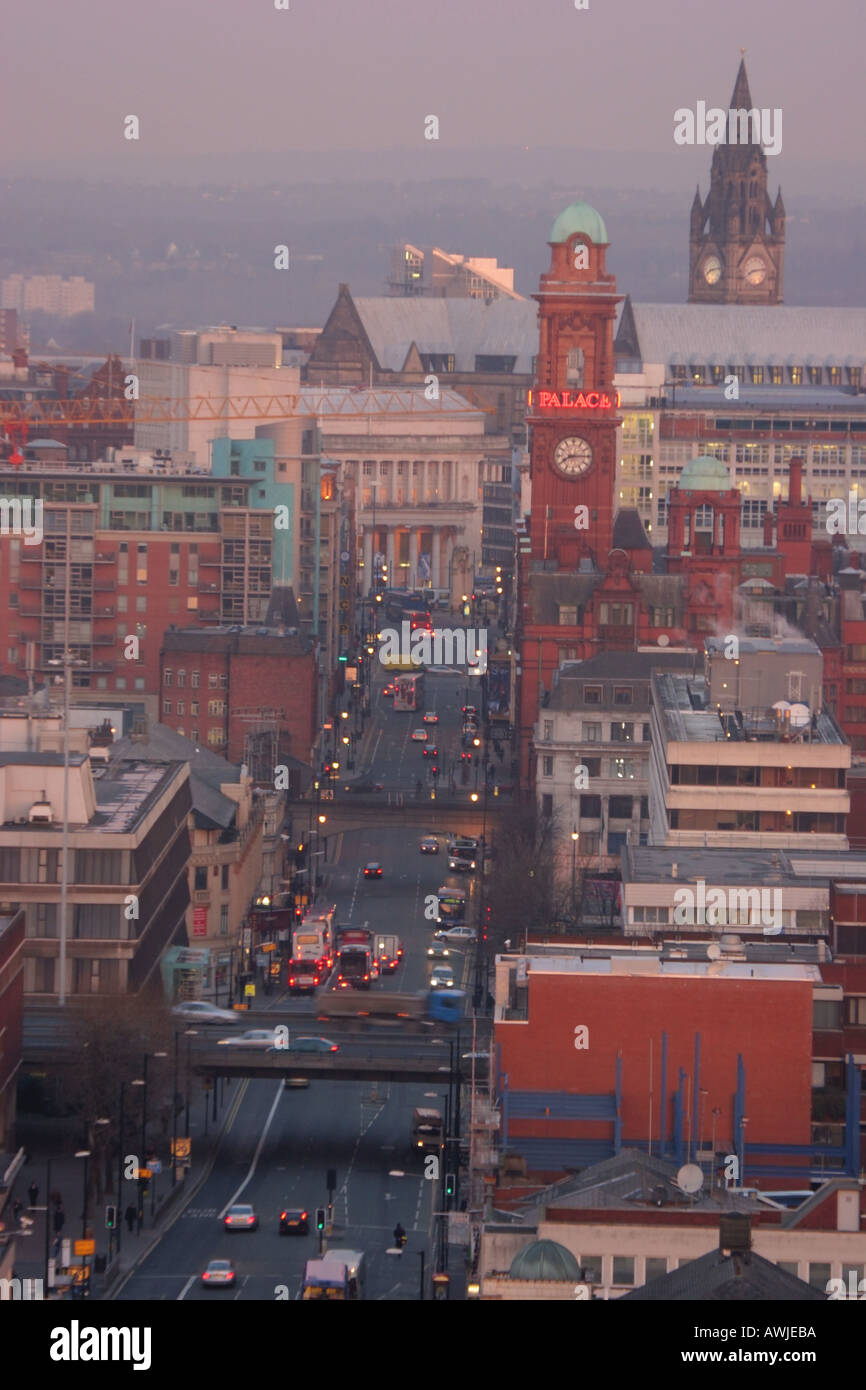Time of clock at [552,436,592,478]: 8:14
